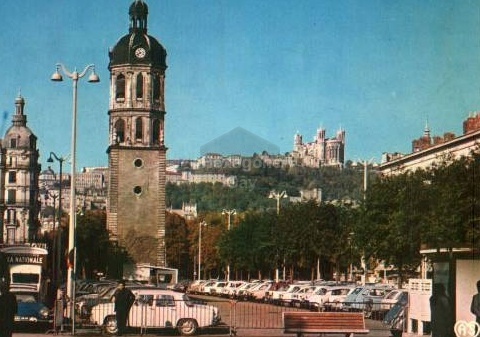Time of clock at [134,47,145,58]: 7:52
